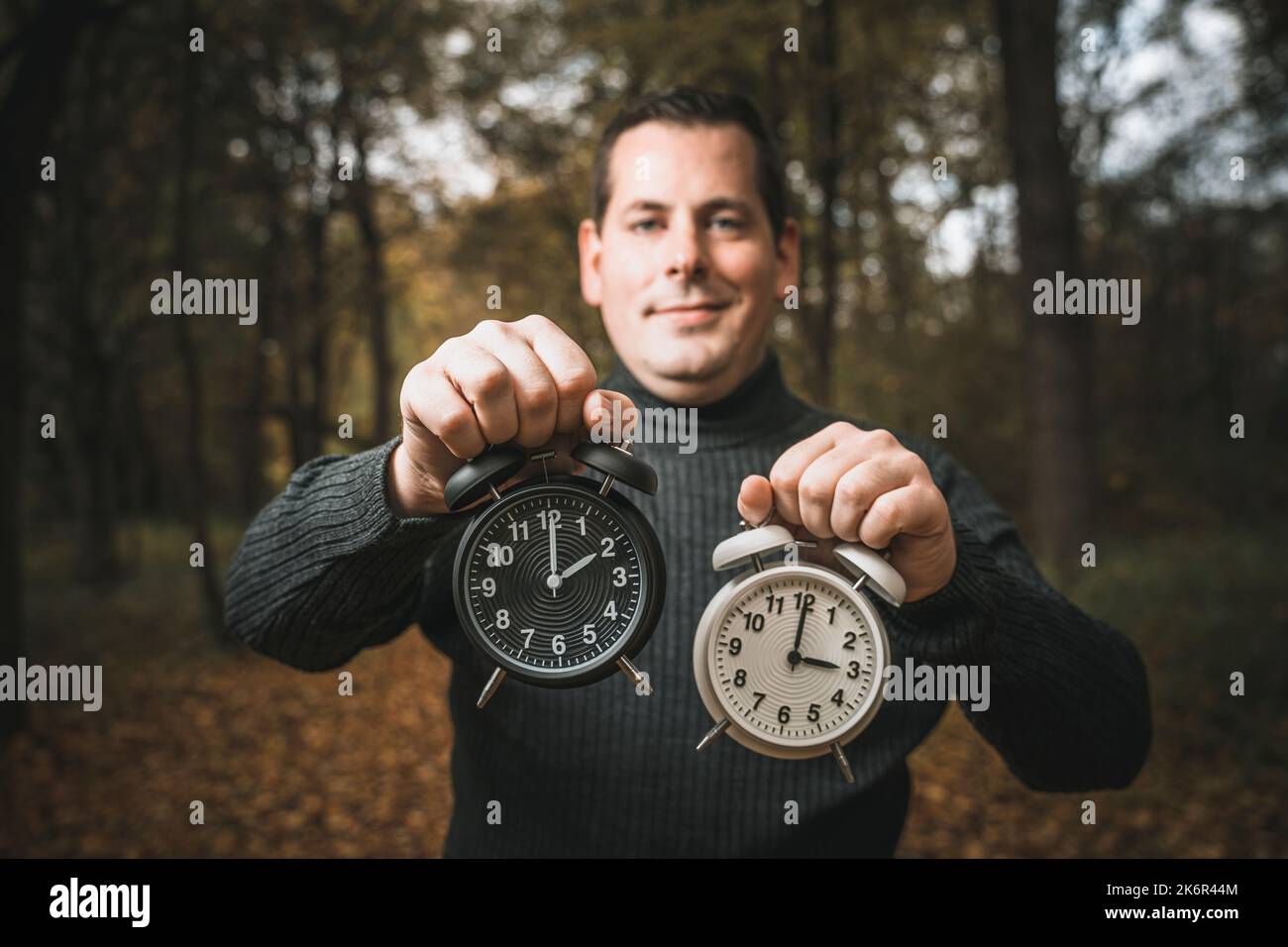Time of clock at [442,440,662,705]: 2:00
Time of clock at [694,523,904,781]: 3:00
